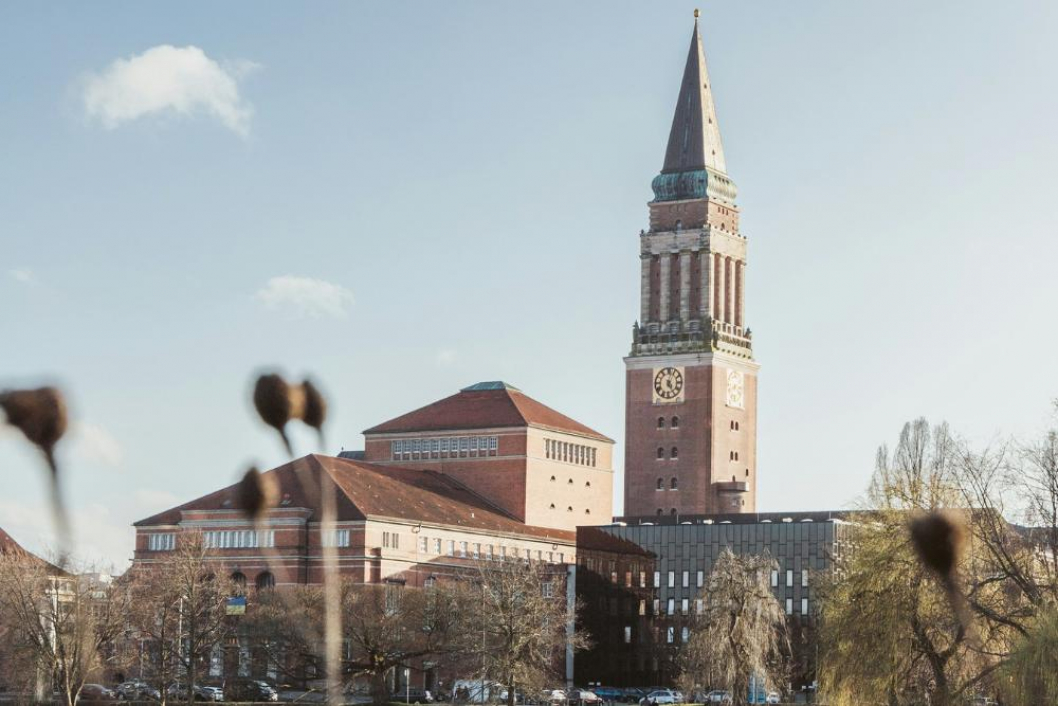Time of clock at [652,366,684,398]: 5:02
